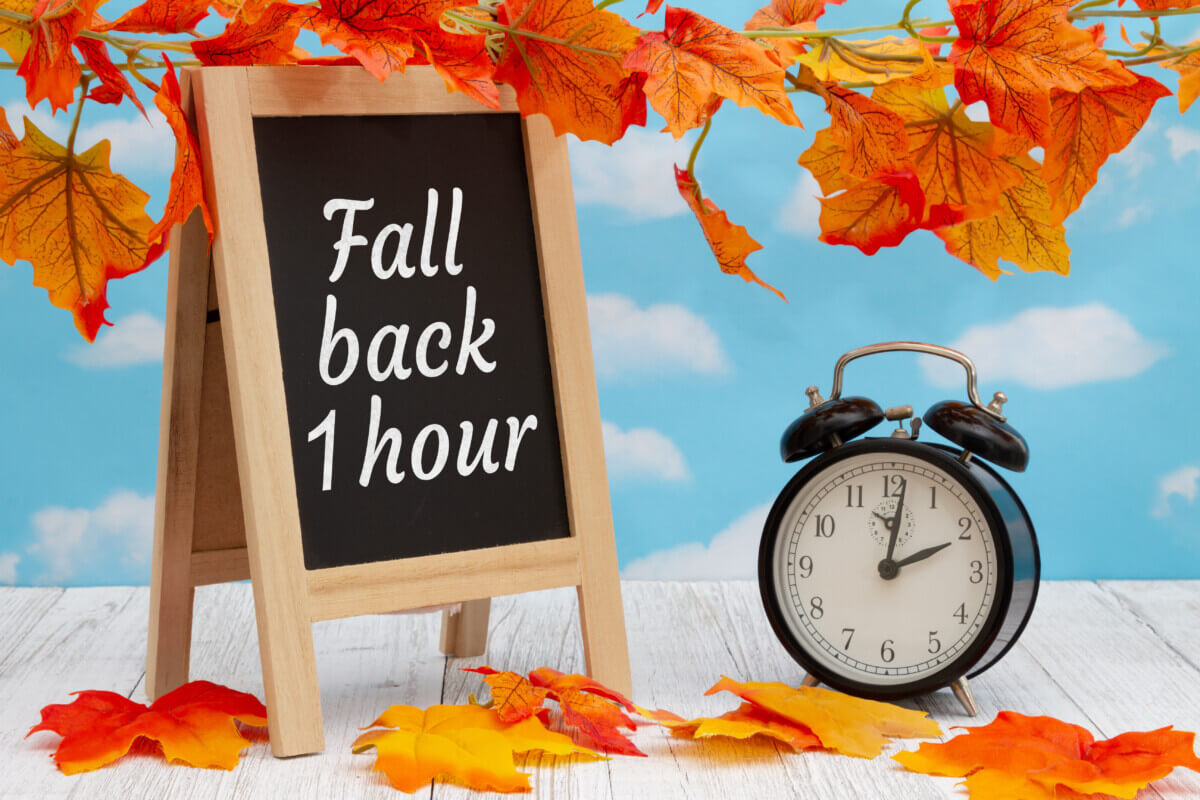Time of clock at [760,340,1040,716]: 2:01
